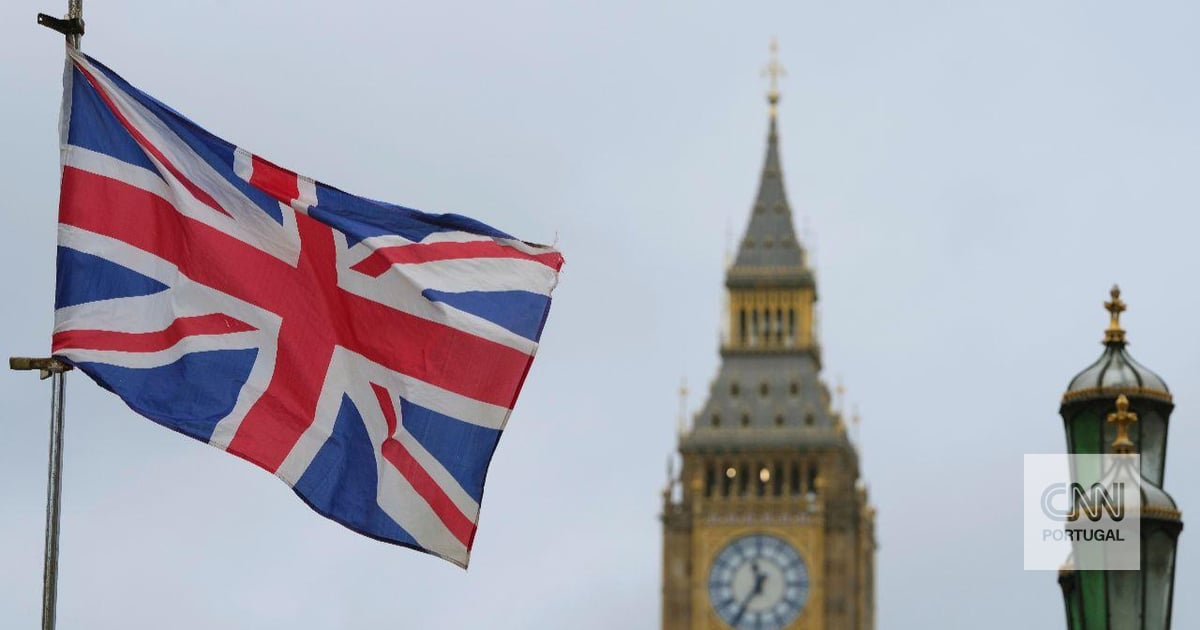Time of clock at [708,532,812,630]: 11:35
